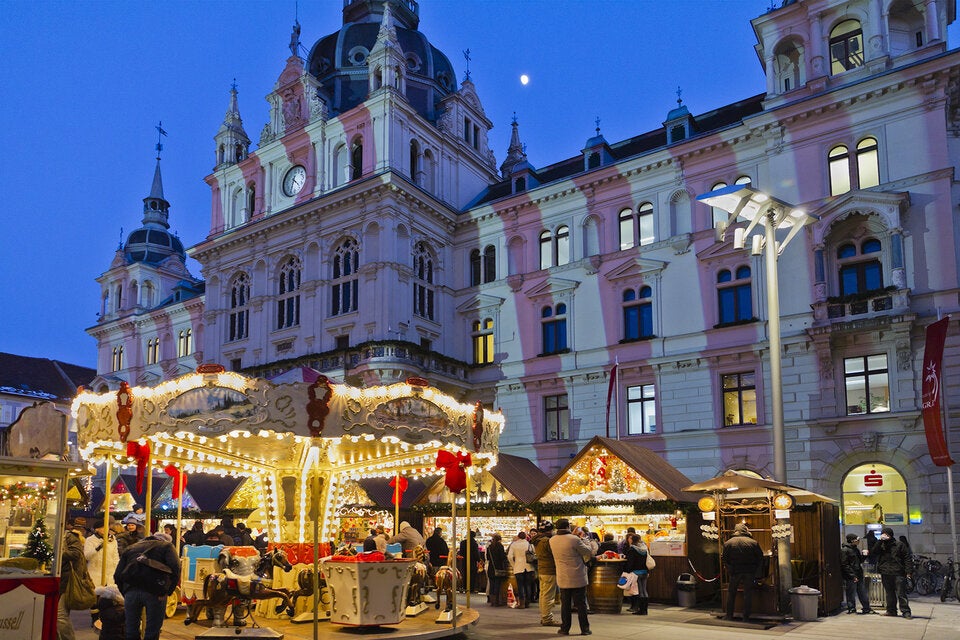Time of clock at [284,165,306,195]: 4:33
